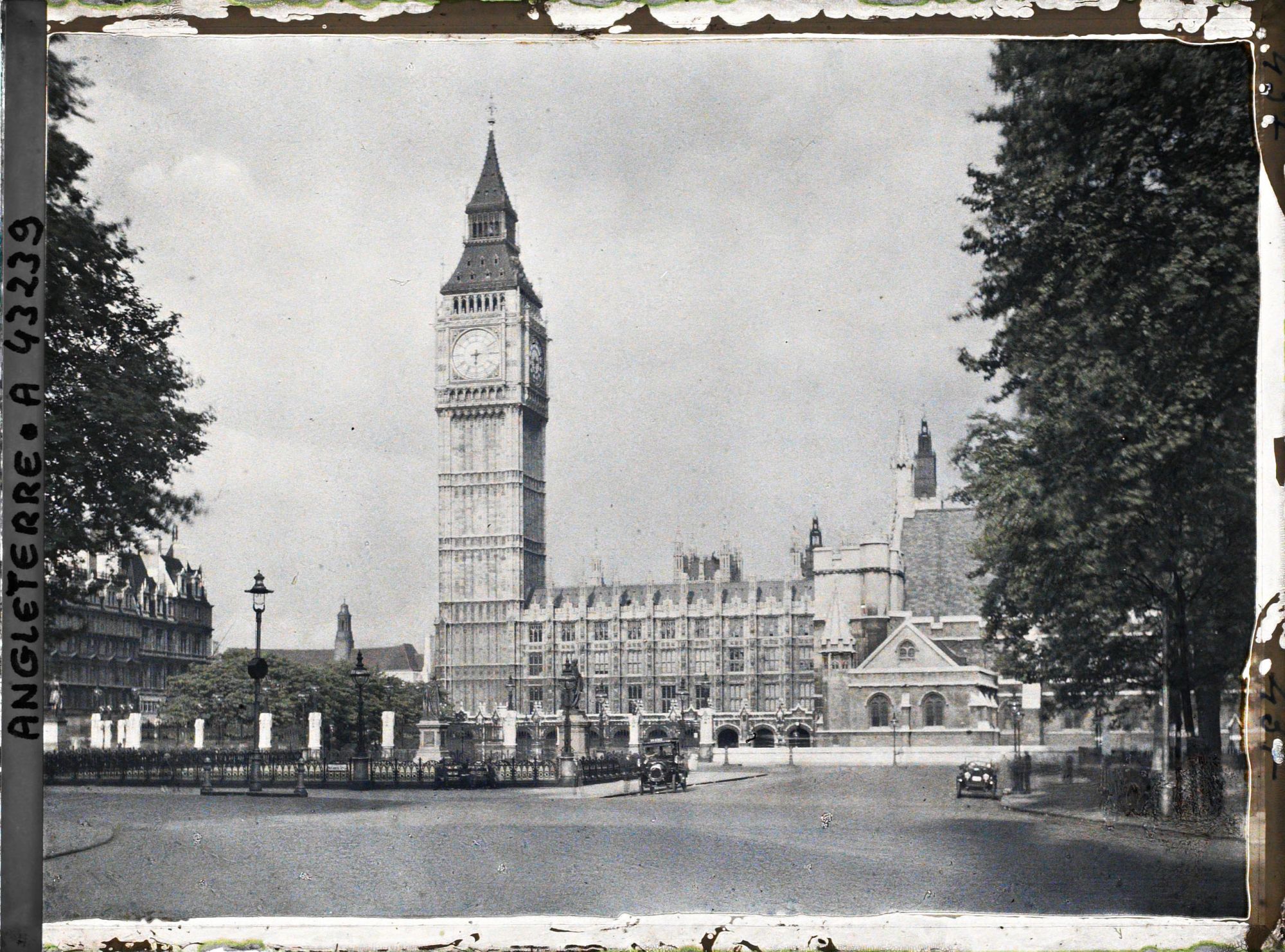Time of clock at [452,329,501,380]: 6:14
